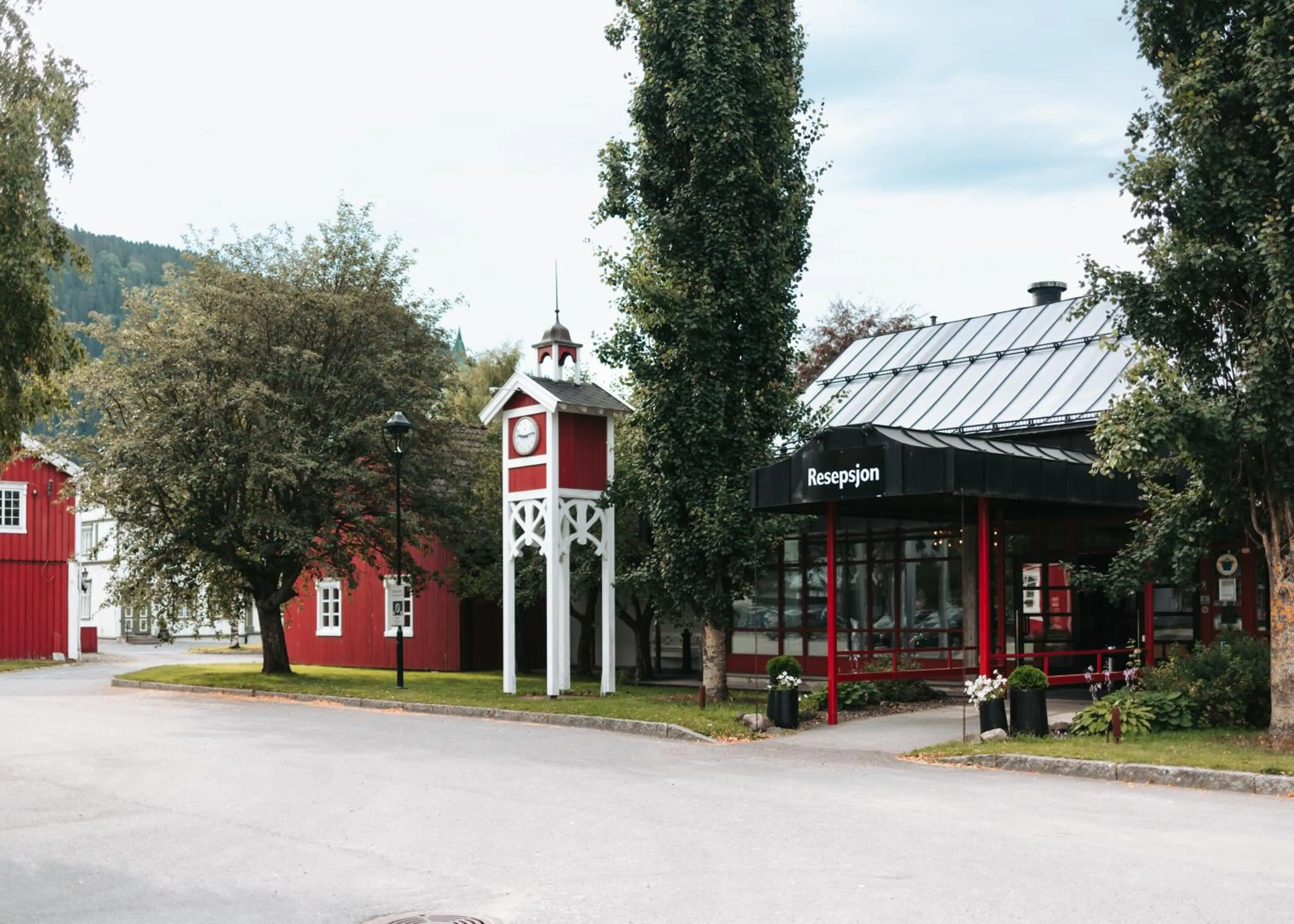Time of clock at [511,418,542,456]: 9:13
